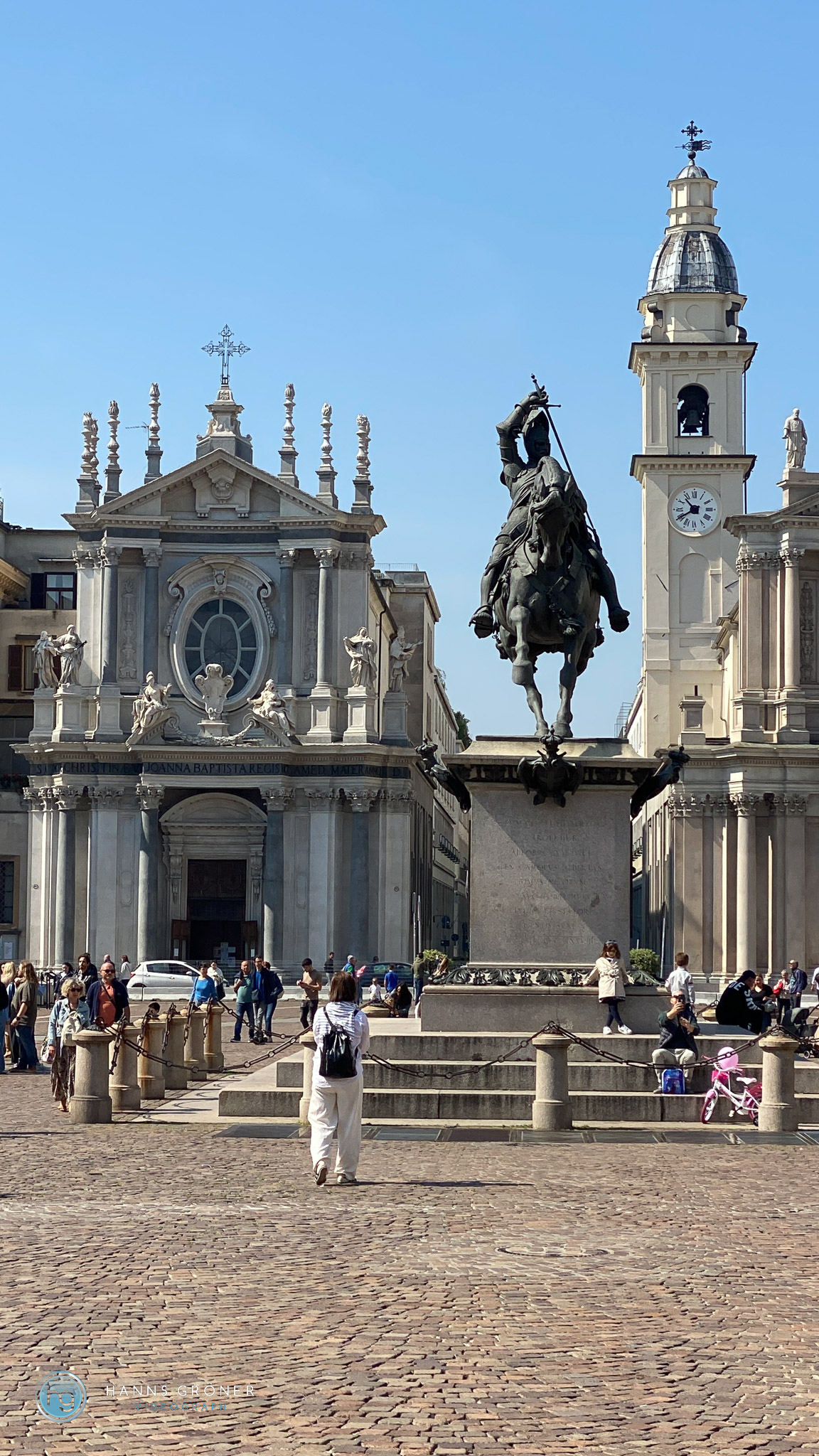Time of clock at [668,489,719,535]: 10:39
